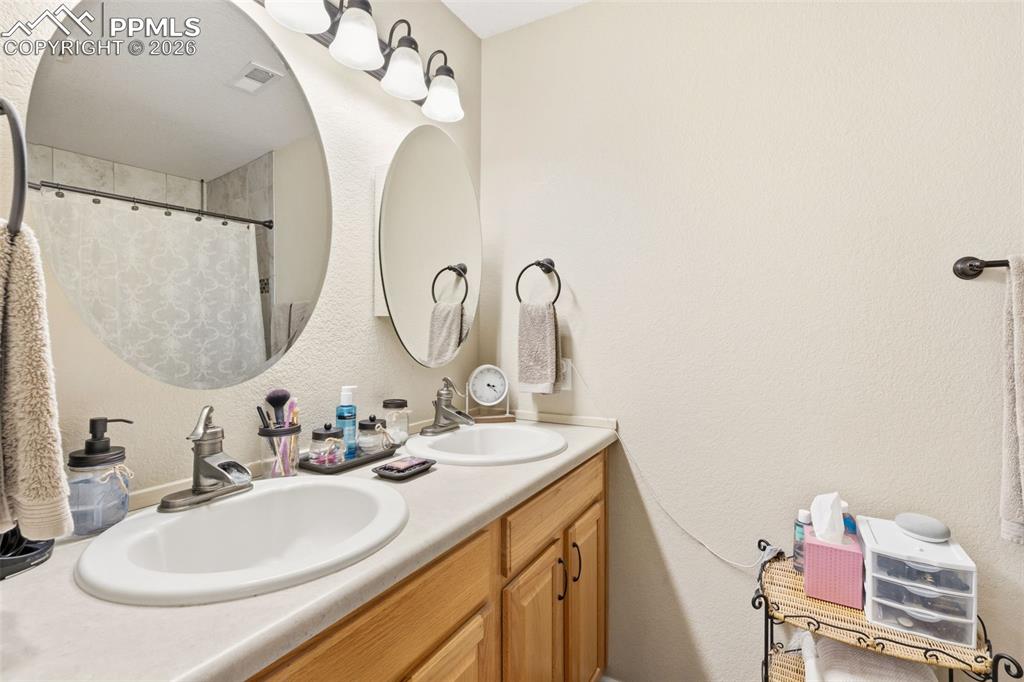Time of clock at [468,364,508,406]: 3:21
